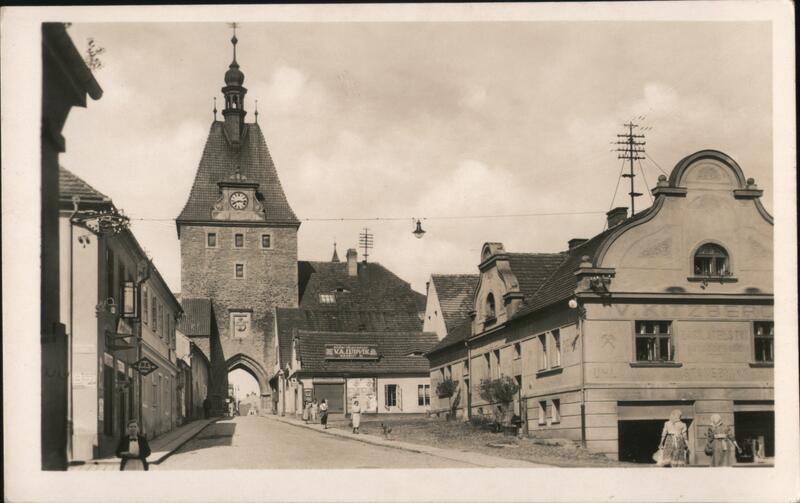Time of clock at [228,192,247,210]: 8:16
